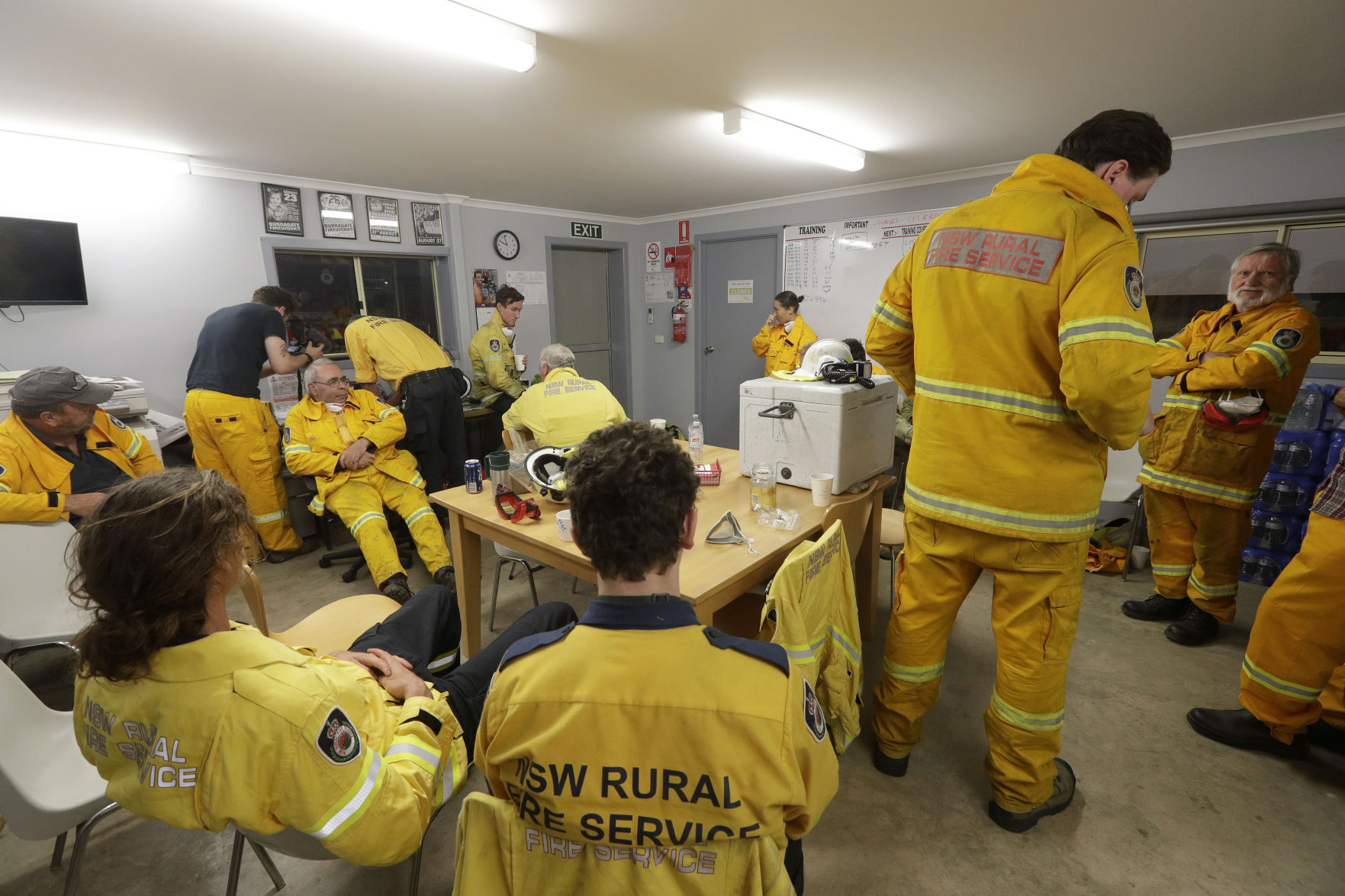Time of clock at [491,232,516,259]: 9:57
